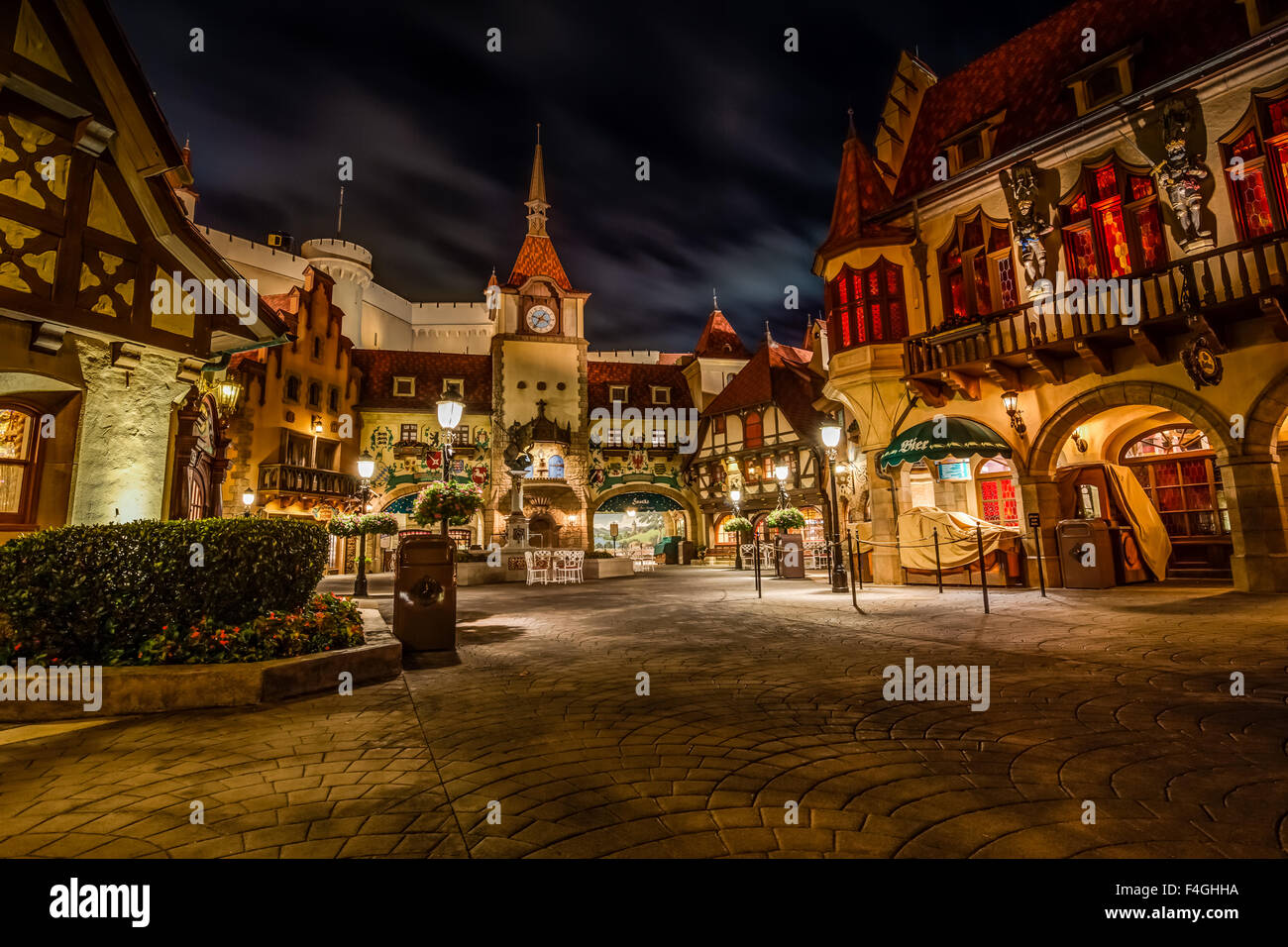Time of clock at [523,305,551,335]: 3:36
